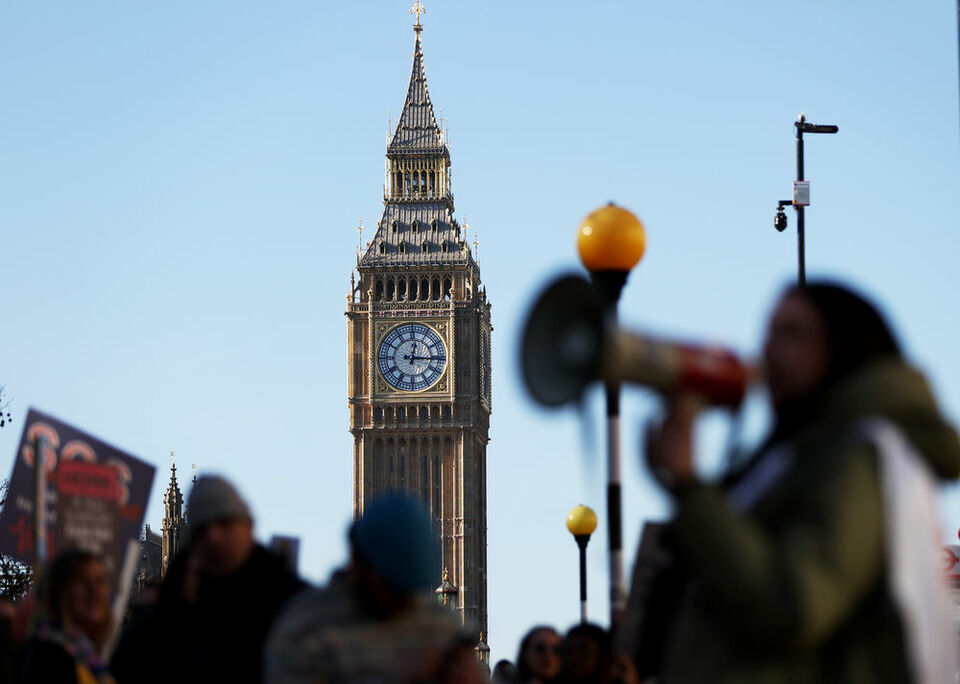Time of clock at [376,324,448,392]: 12:15
